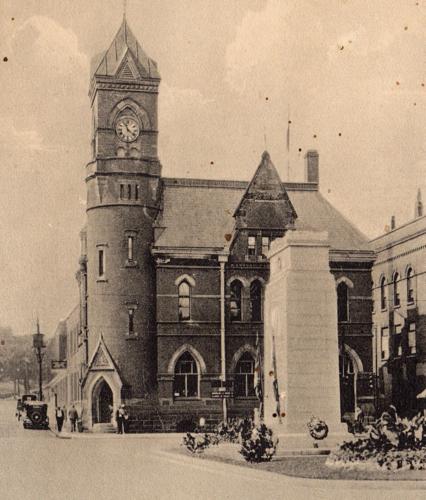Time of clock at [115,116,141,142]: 11:21
